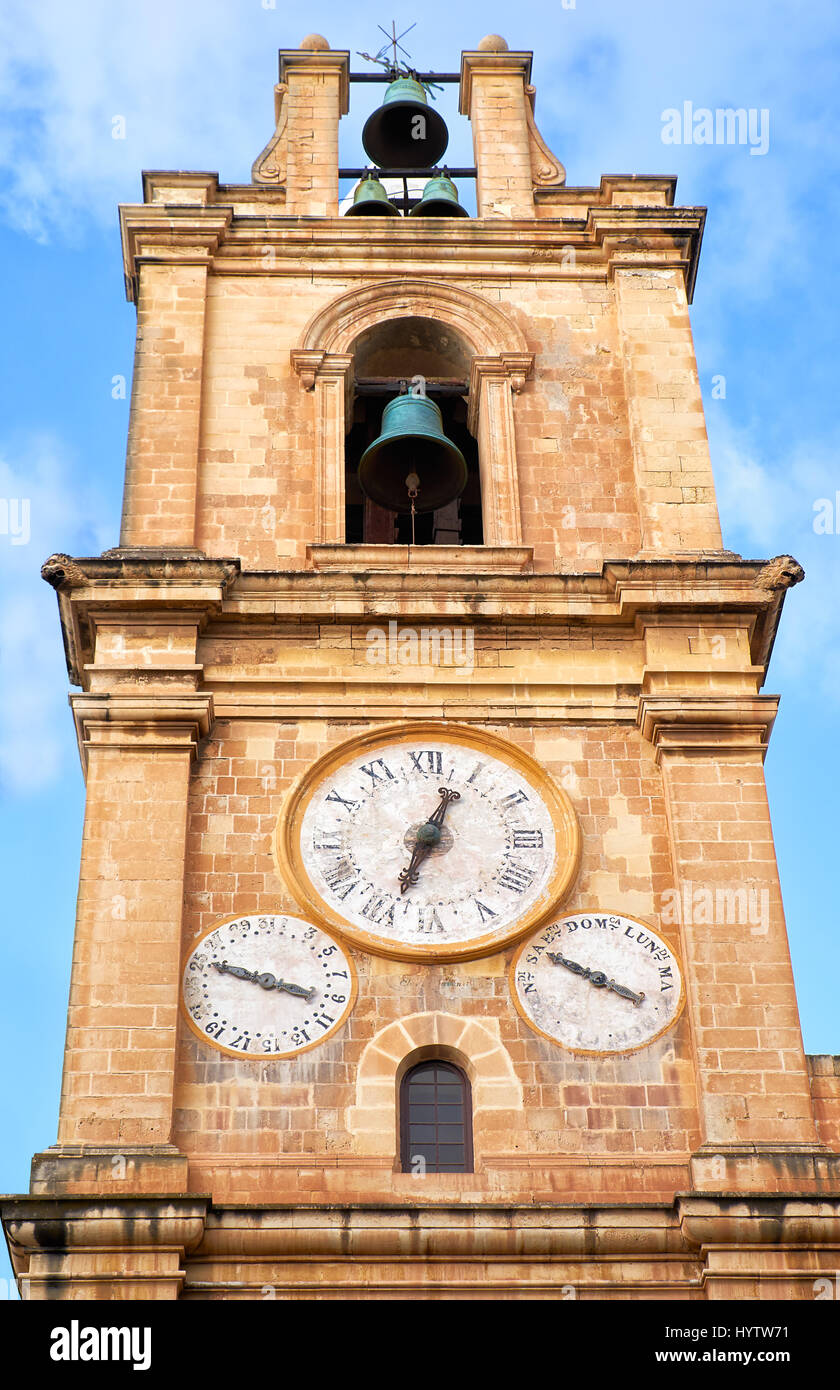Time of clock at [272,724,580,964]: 12:33
